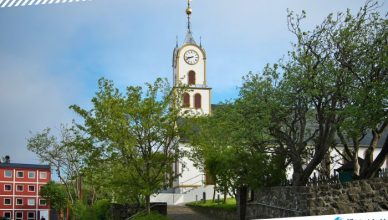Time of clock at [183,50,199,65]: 8:41
